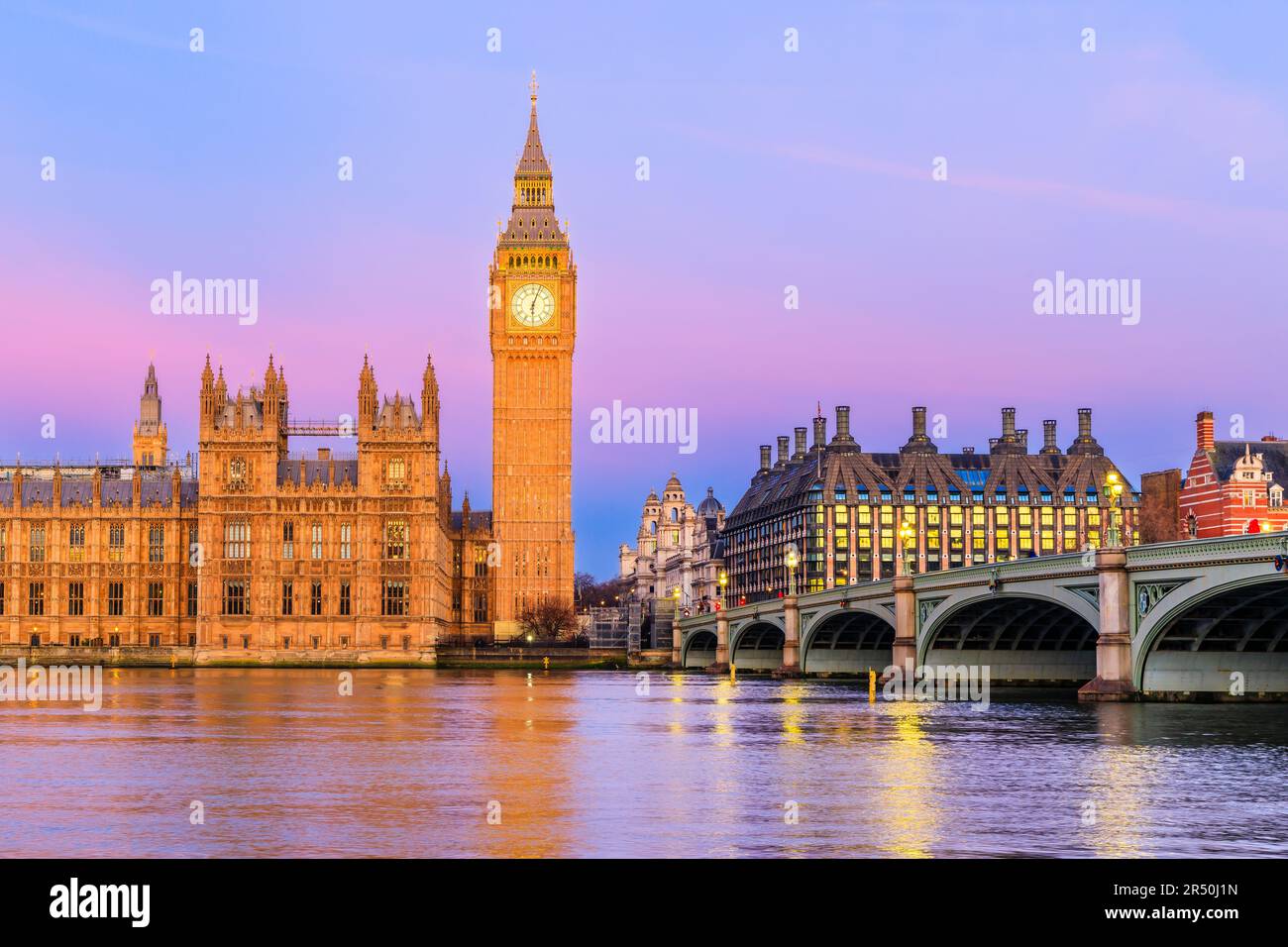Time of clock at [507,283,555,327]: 6:03
